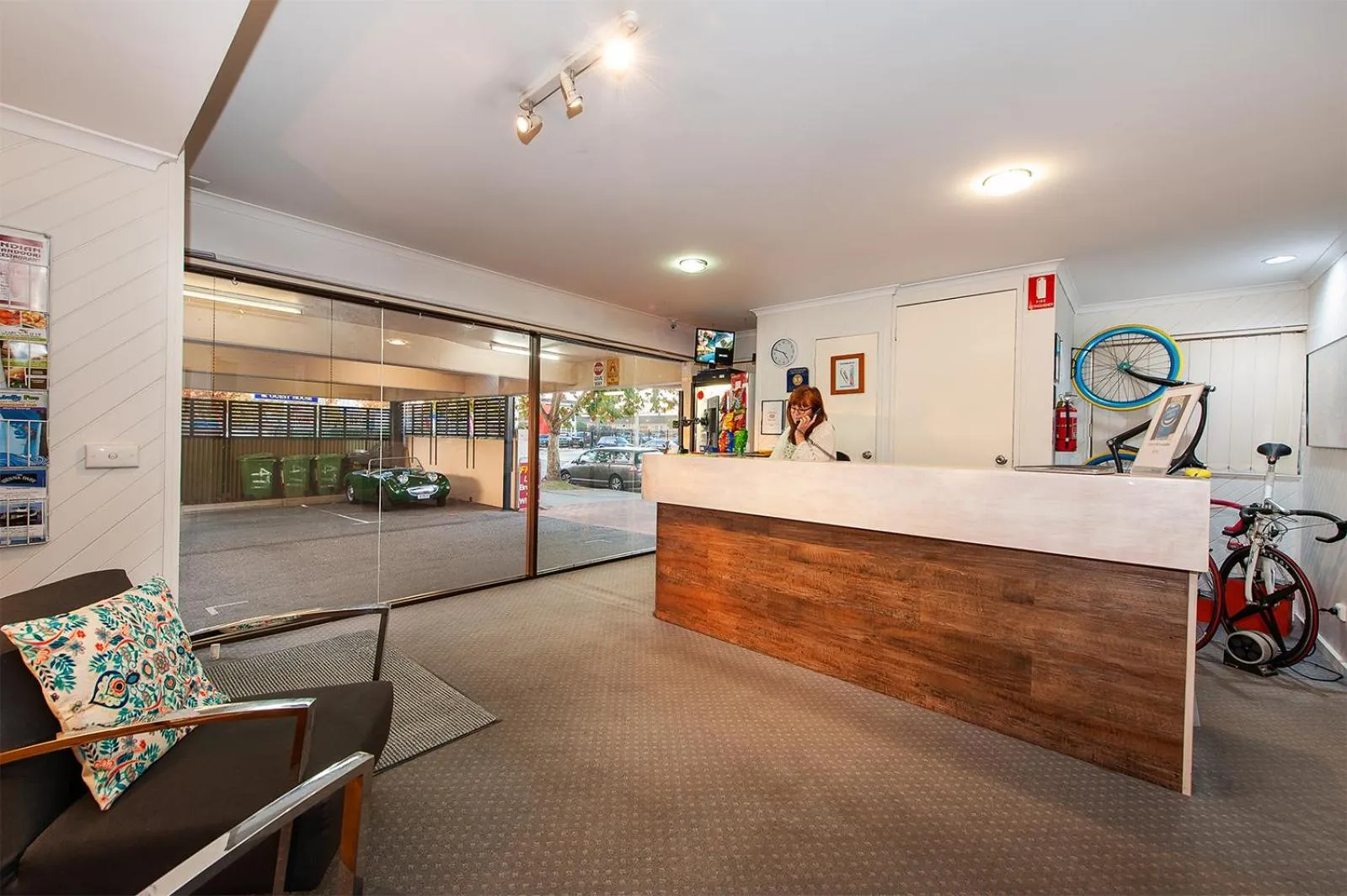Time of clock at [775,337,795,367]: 4:48
